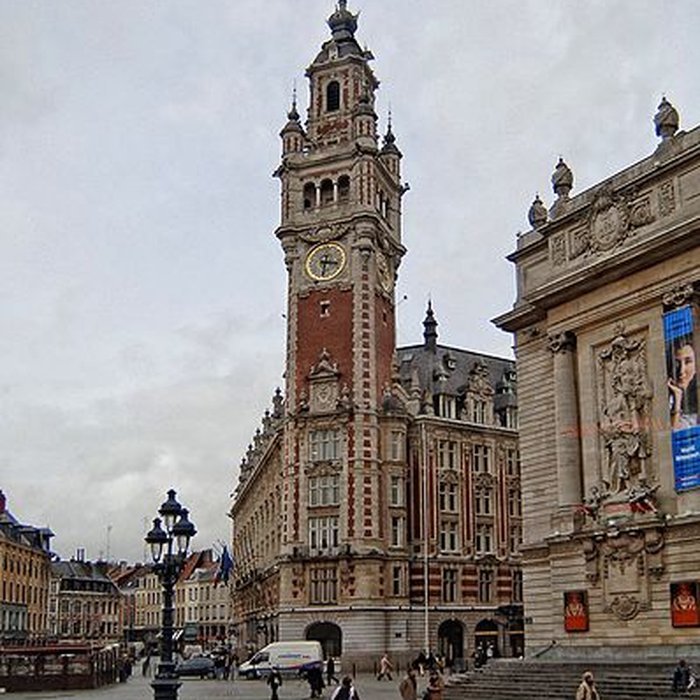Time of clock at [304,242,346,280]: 3:29
